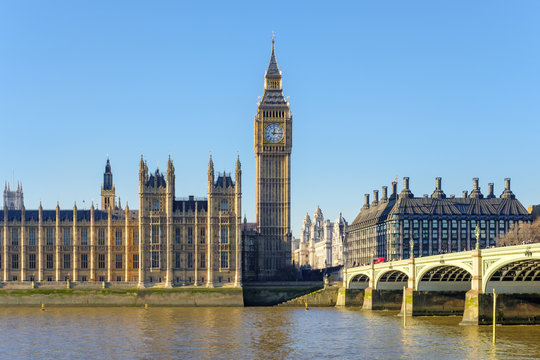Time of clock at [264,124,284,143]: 12:15
